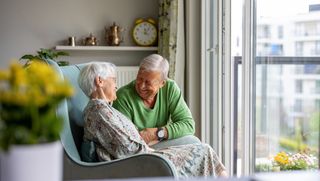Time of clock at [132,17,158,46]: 12:06
